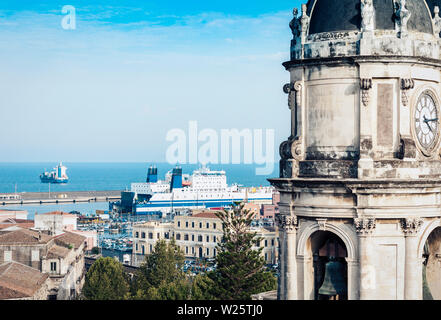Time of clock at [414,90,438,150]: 4:14
